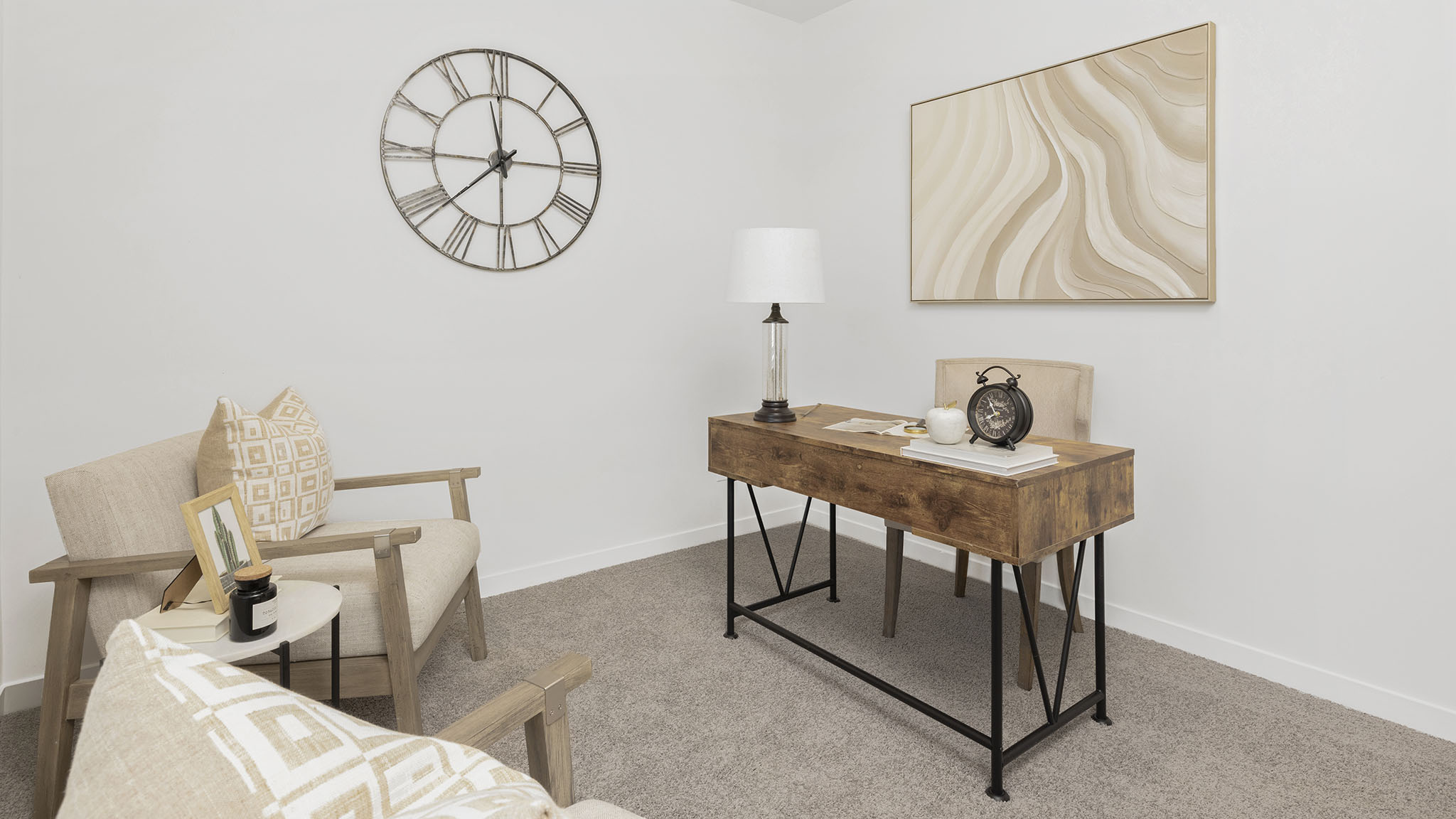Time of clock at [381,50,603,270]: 11:38
